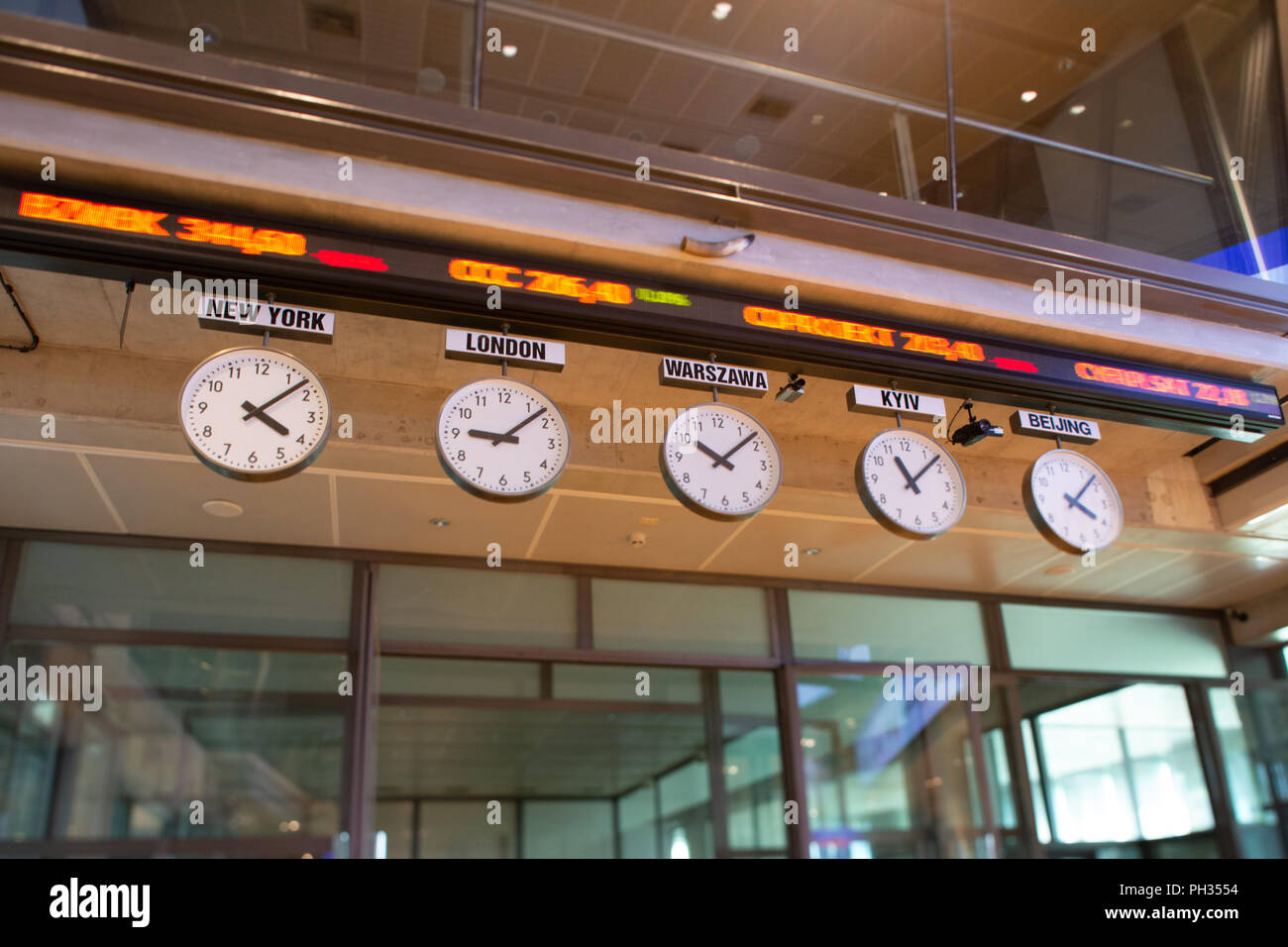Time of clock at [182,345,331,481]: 4:07
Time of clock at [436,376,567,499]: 9:07
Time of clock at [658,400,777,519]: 10:07
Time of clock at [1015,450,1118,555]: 4:07
